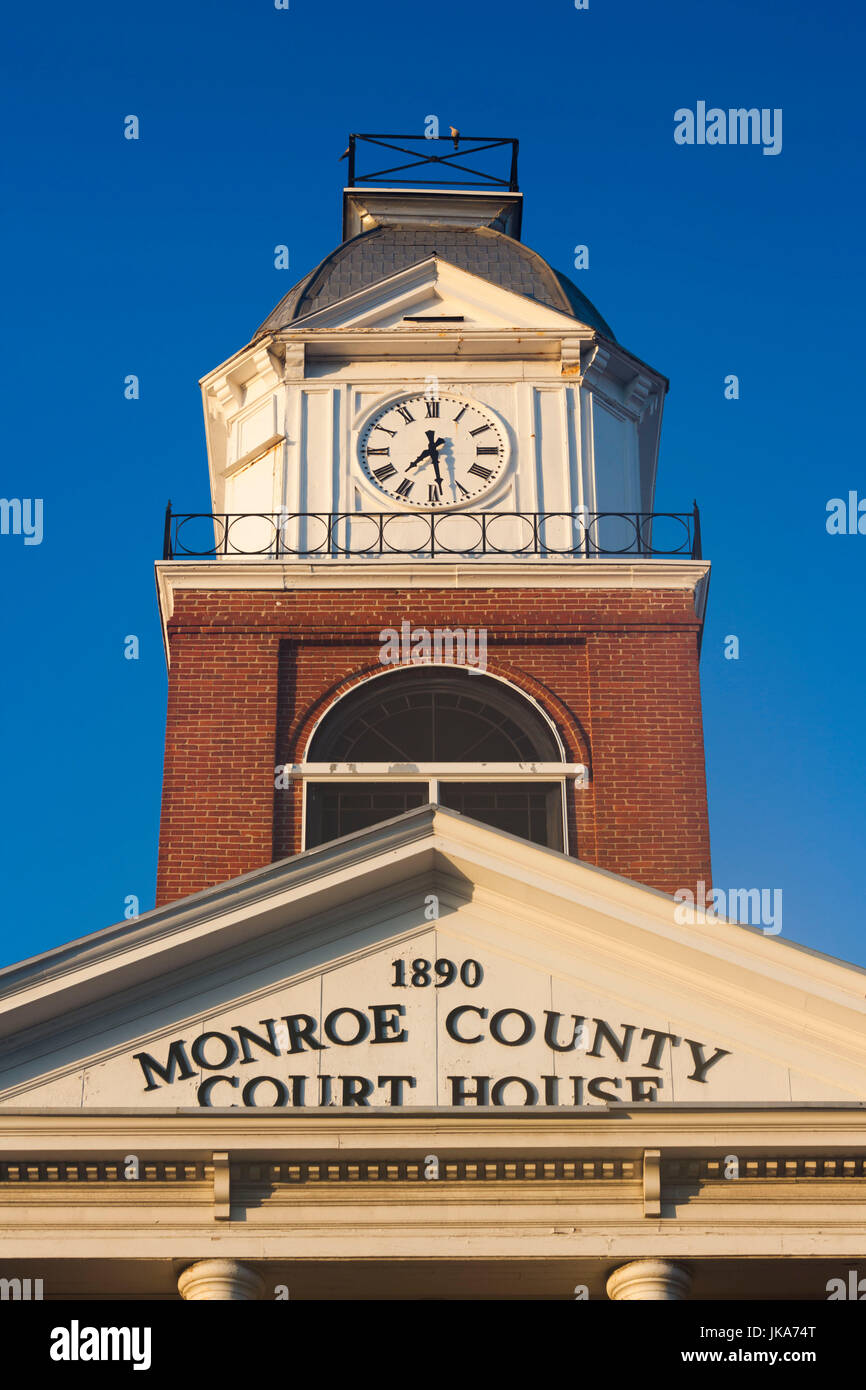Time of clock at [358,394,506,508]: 7:28
